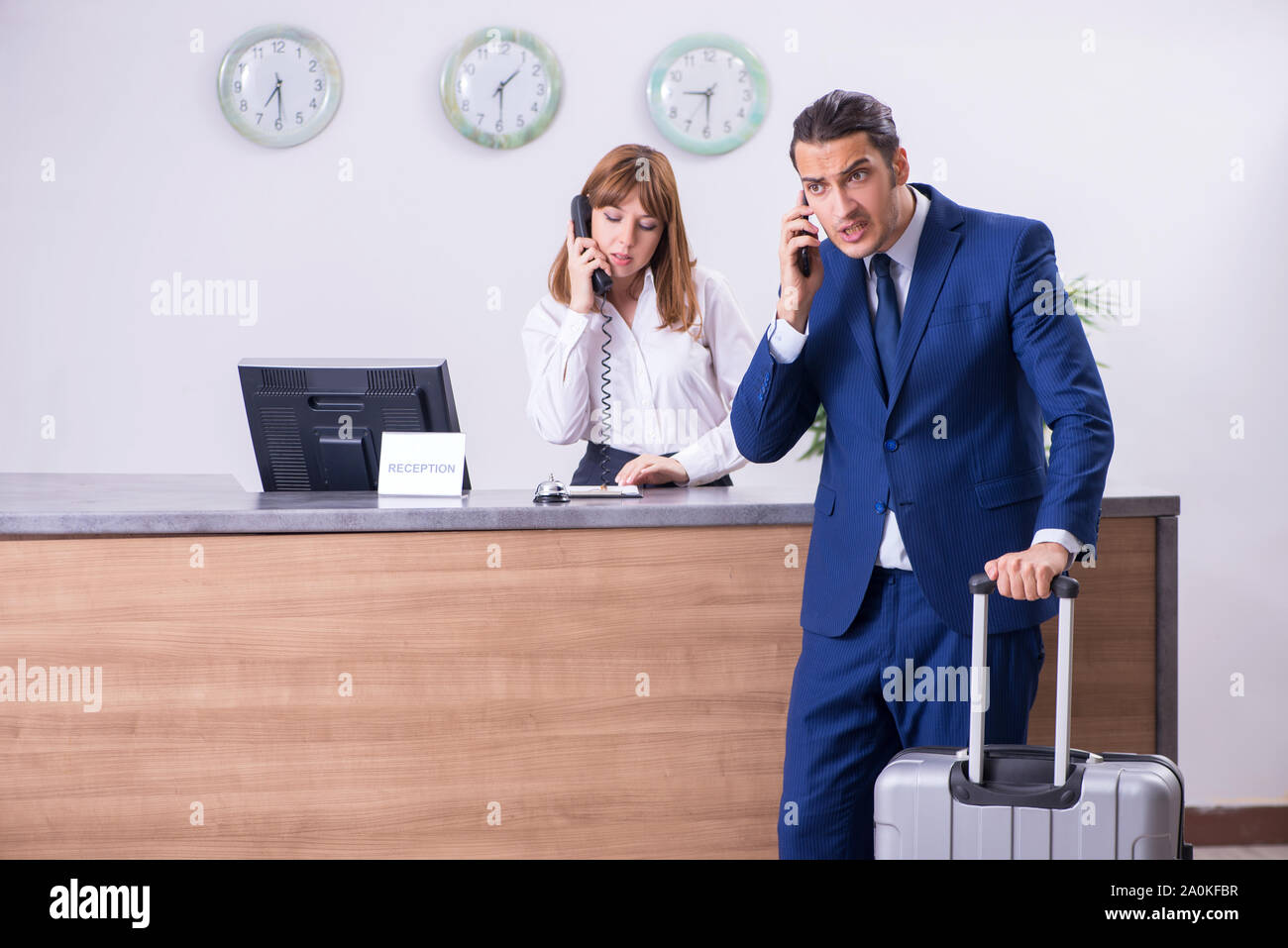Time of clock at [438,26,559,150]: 1:29
